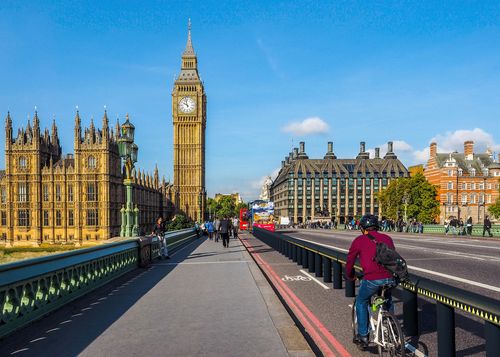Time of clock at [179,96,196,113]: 9:57
